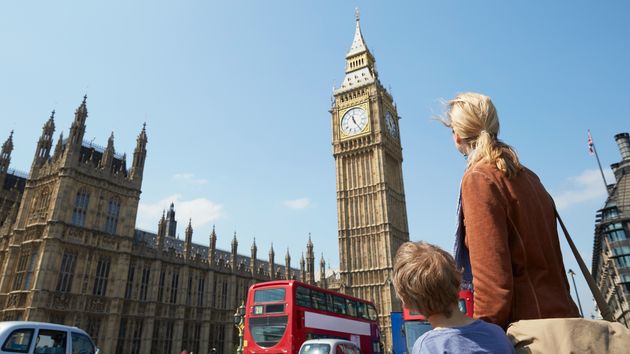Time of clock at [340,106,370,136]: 11:24
